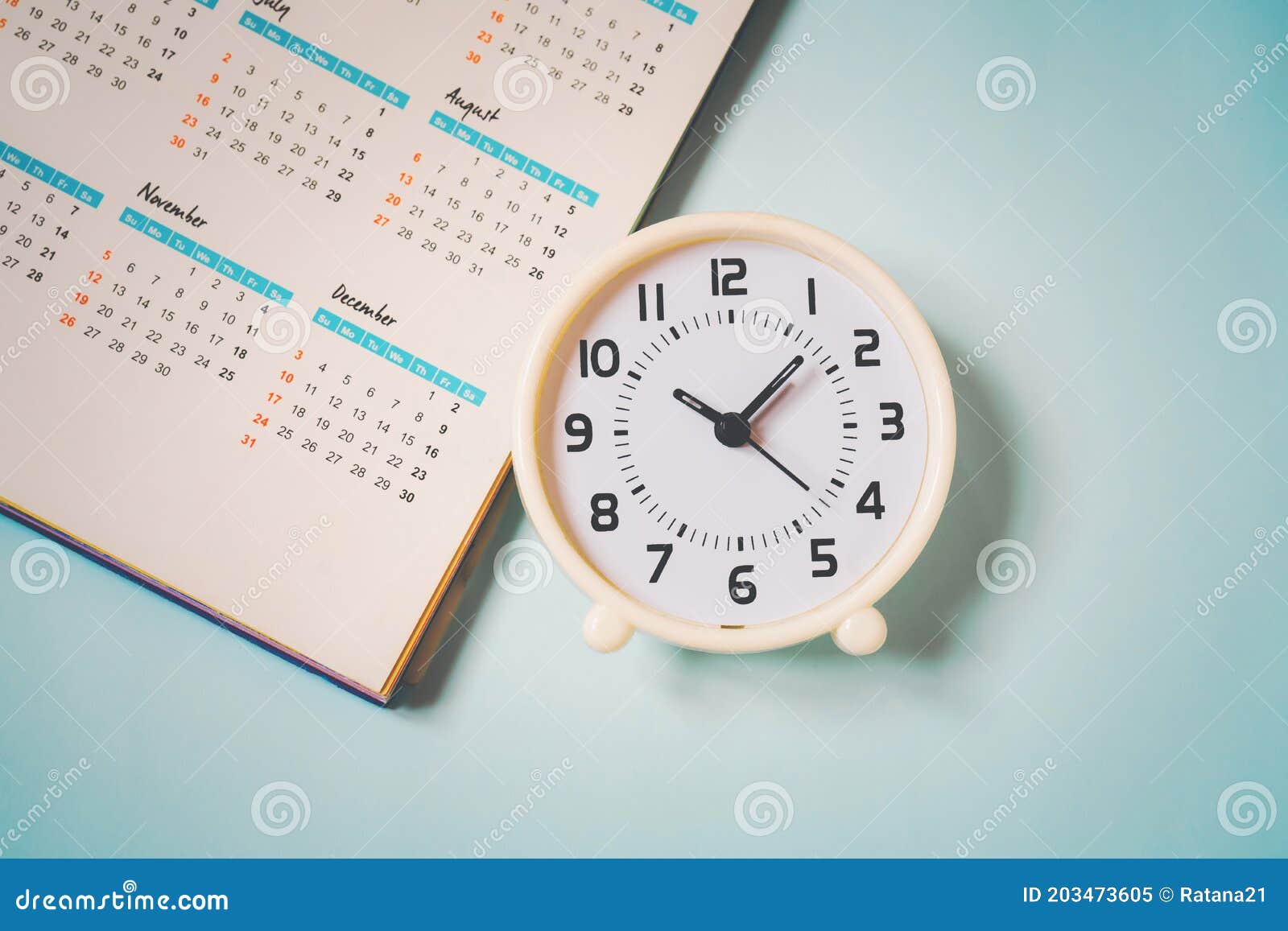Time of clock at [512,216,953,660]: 10:07
